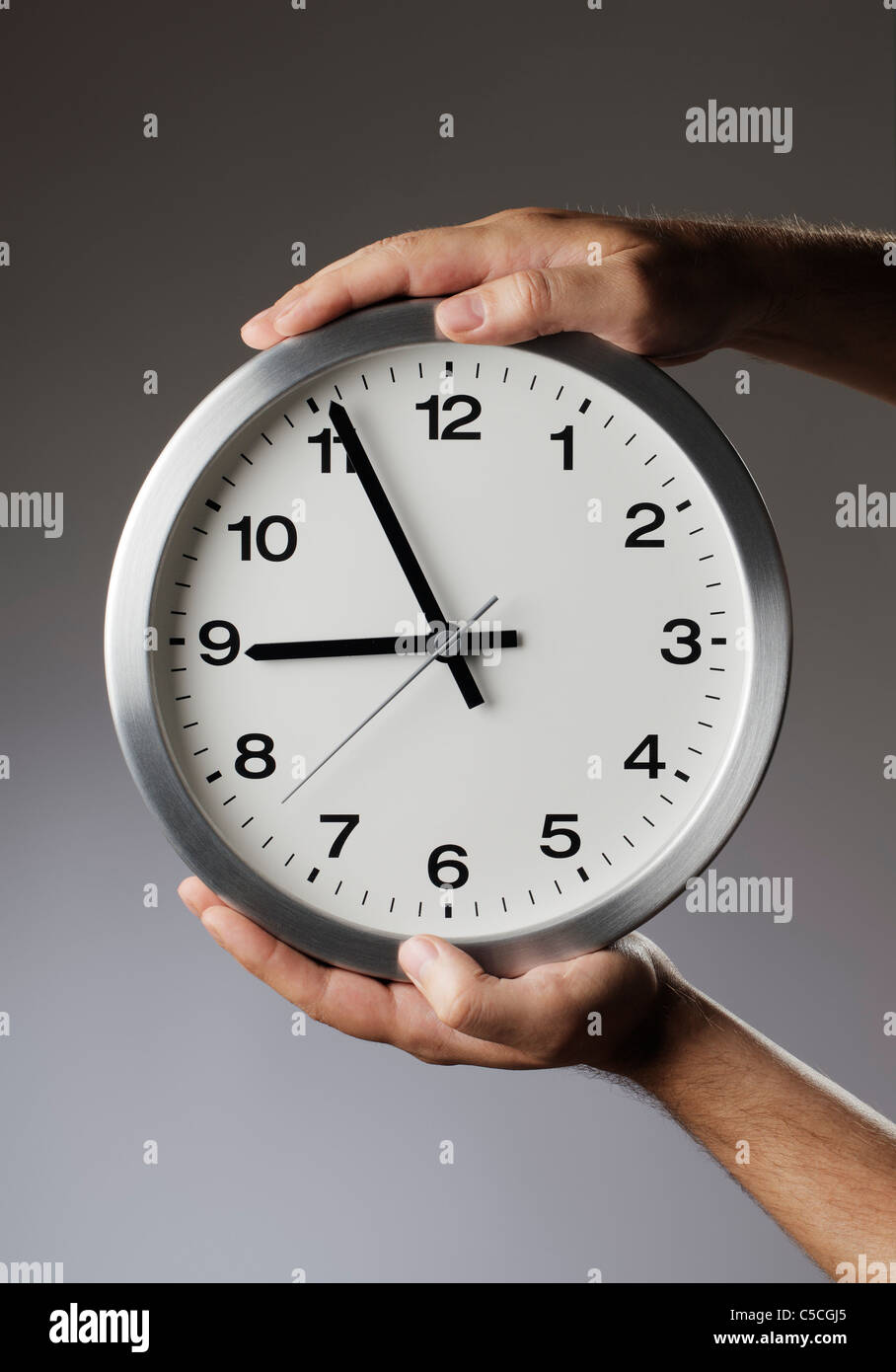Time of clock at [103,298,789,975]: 8:55
